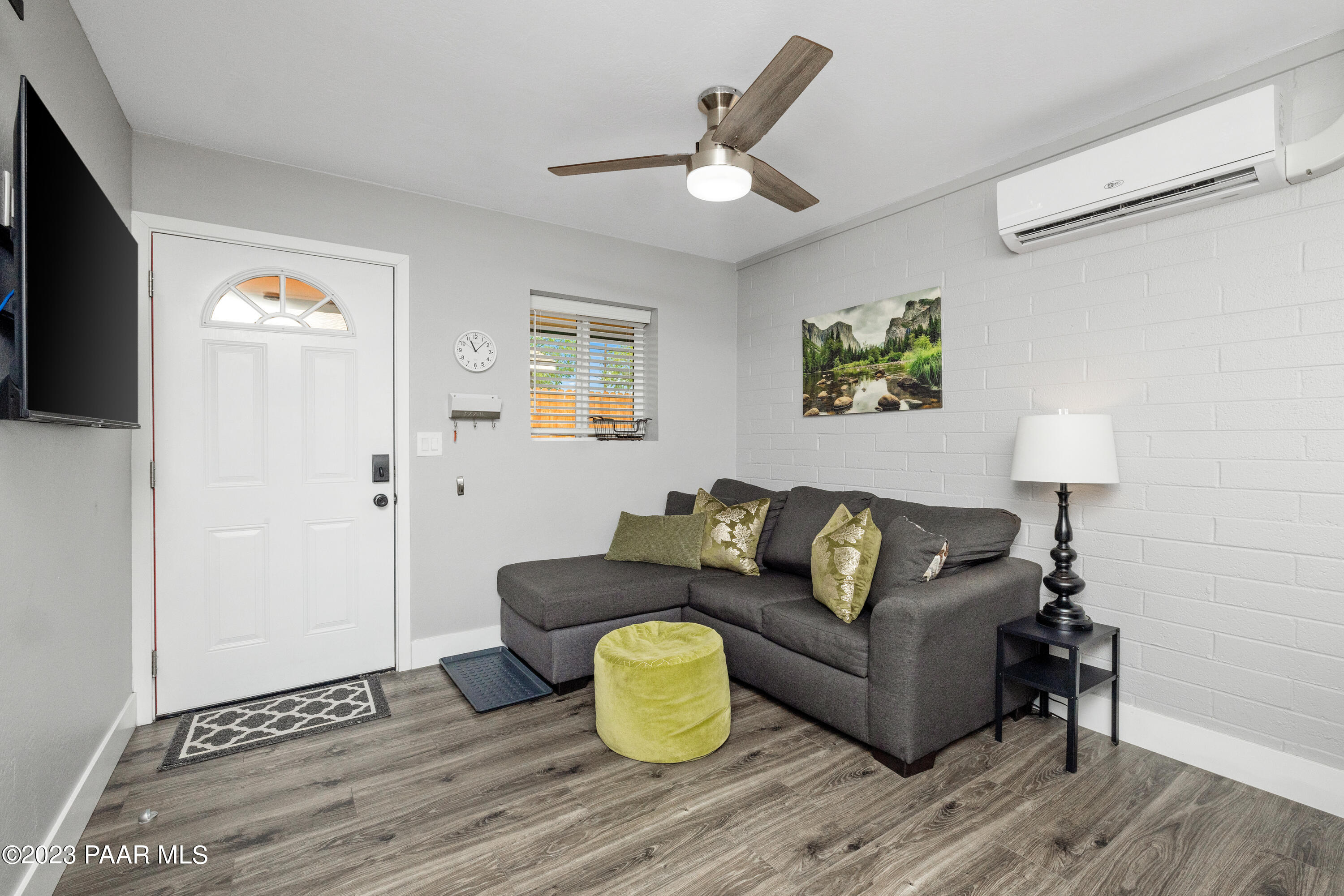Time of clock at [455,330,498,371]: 11:07
